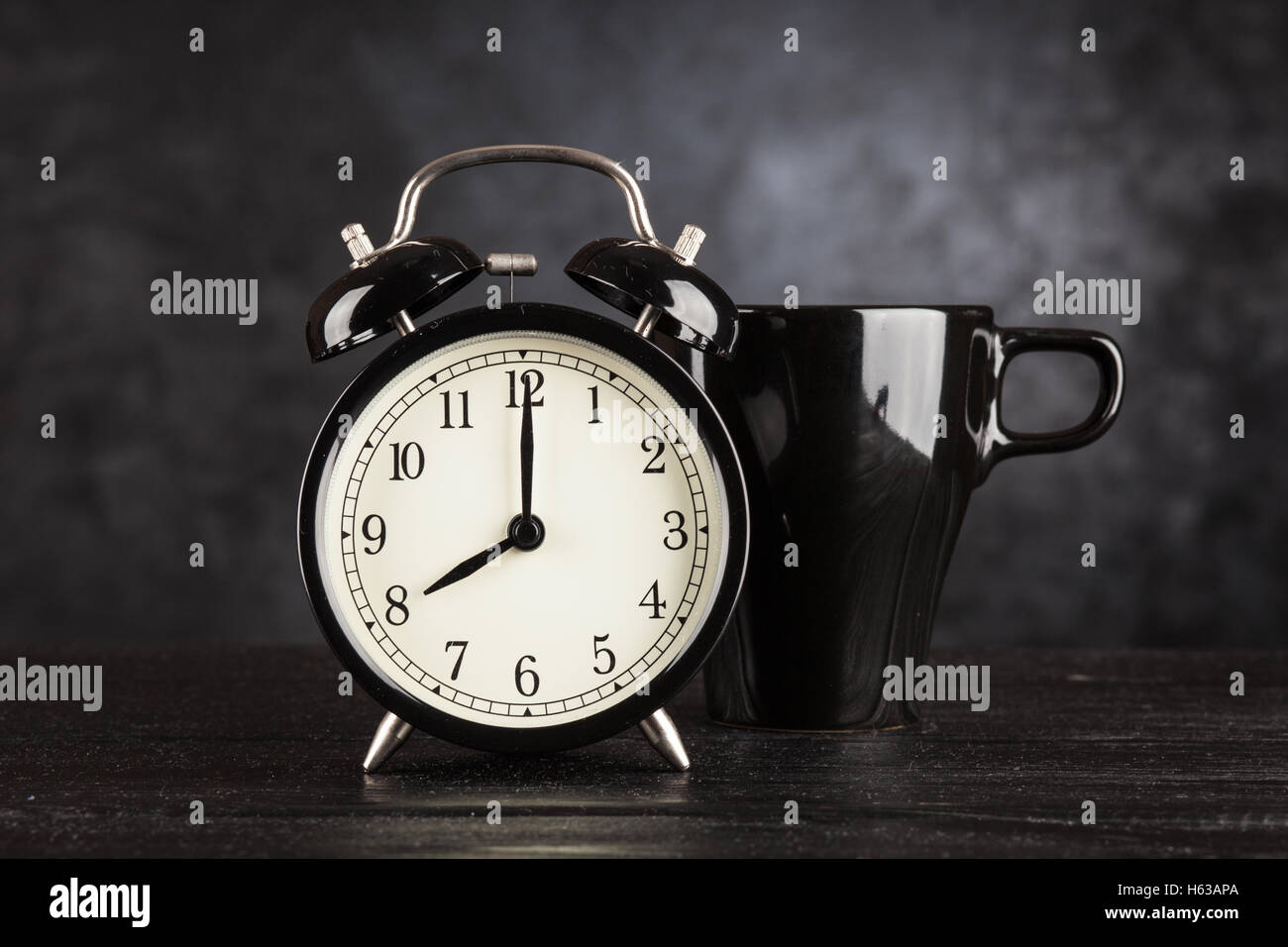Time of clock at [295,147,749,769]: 8:00
